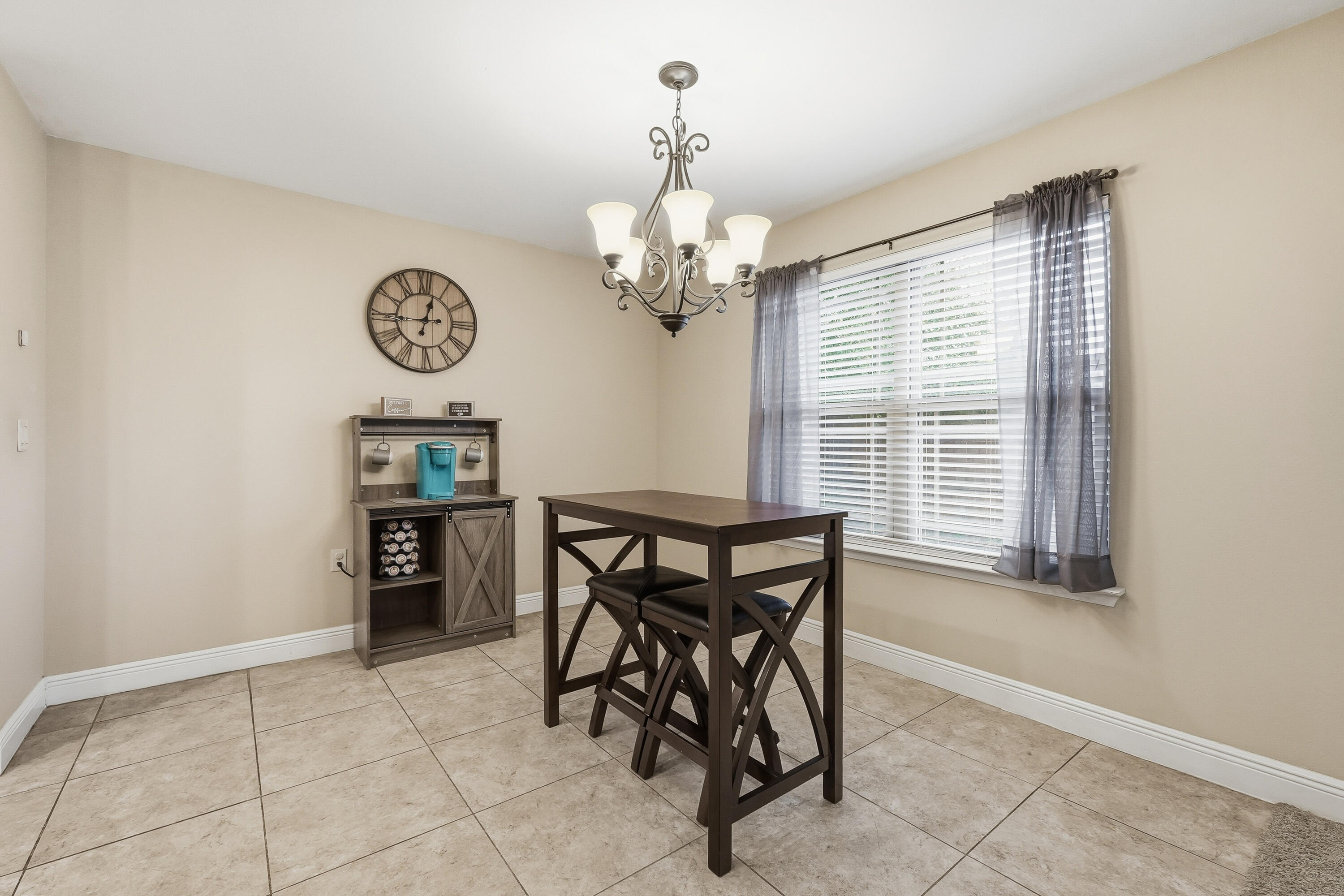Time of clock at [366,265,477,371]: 12:45
